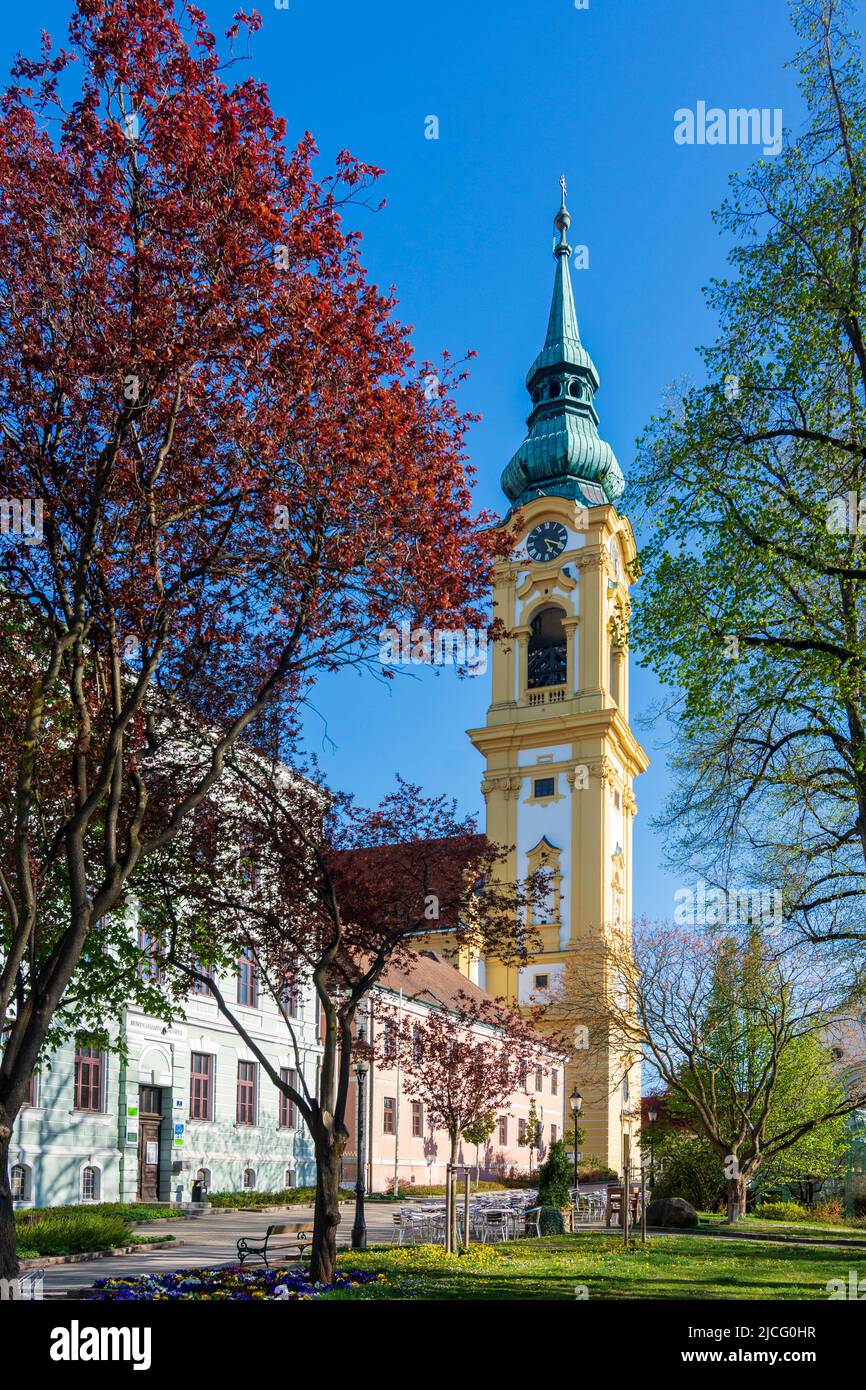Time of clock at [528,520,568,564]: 5:18
